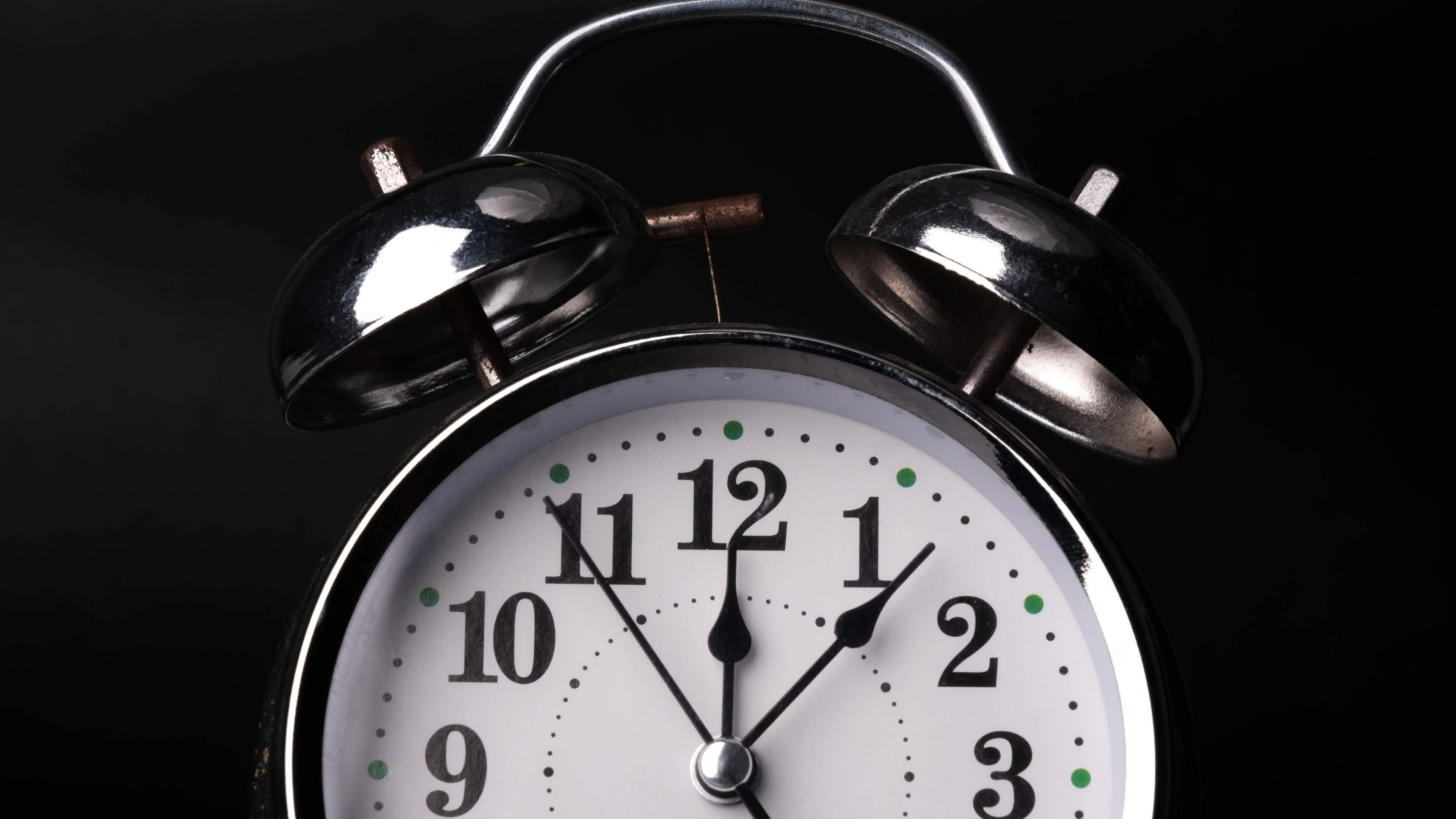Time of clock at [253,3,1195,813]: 12:06
